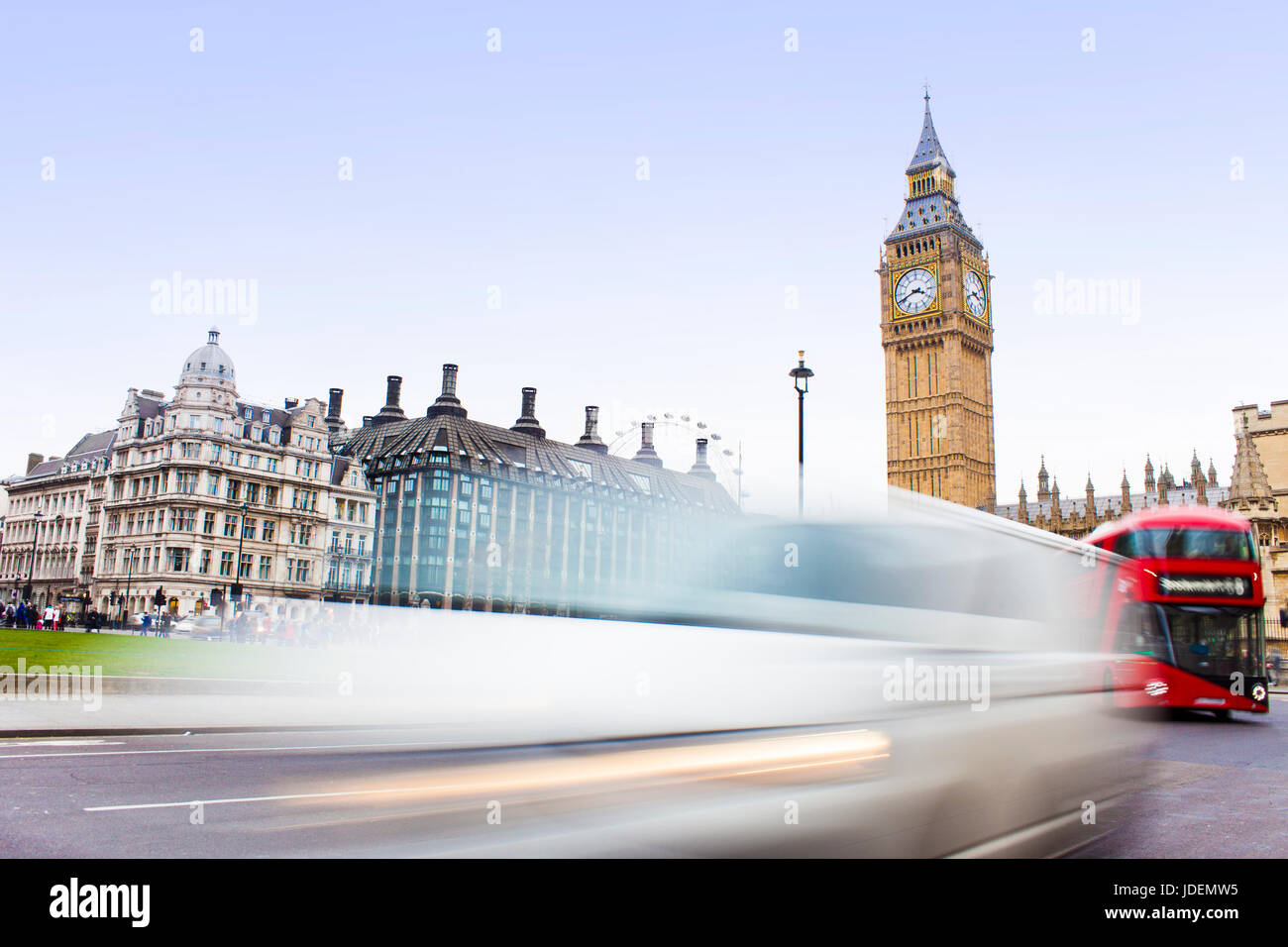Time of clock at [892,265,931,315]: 3:41
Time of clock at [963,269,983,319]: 3:40
